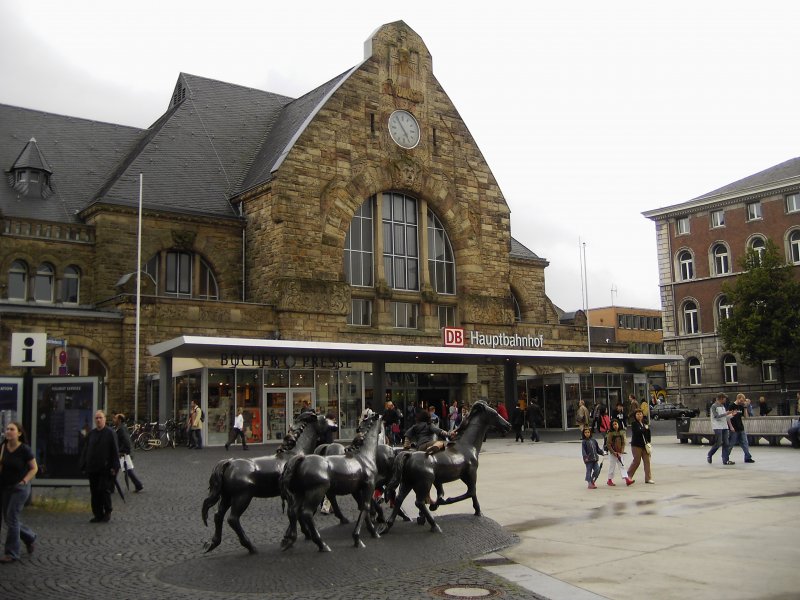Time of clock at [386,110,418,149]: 4:54
